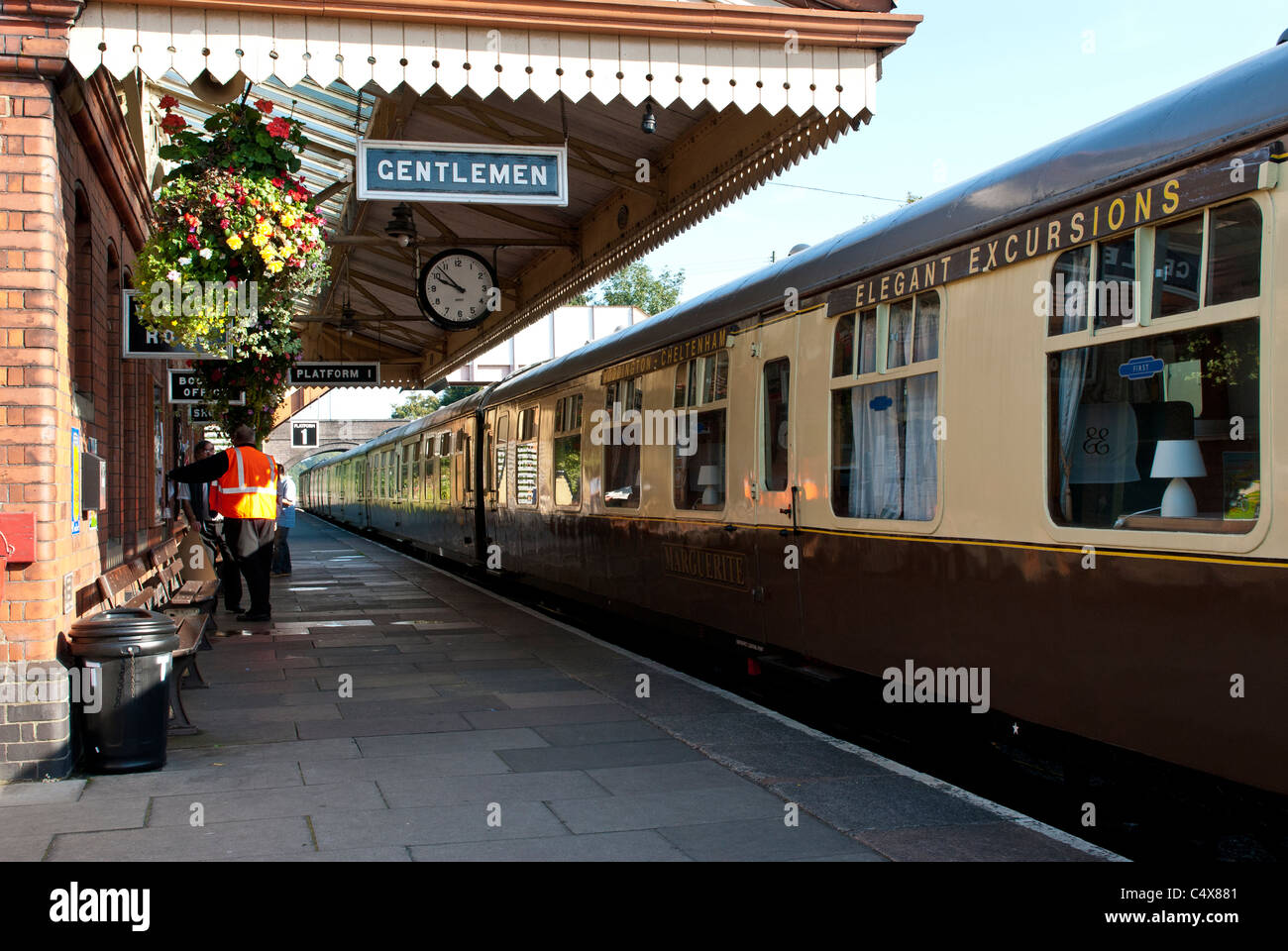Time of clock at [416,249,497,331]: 9:53
